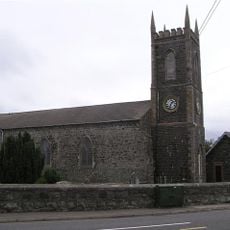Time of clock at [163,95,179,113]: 1:33
